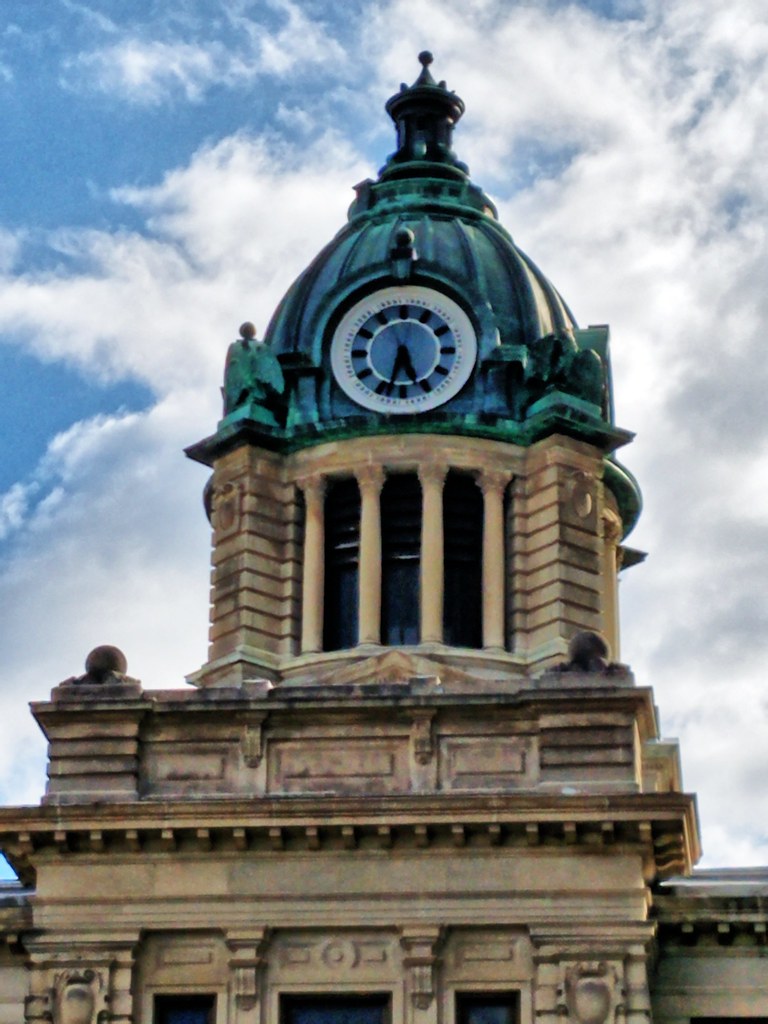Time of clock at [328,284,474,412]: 5:33
